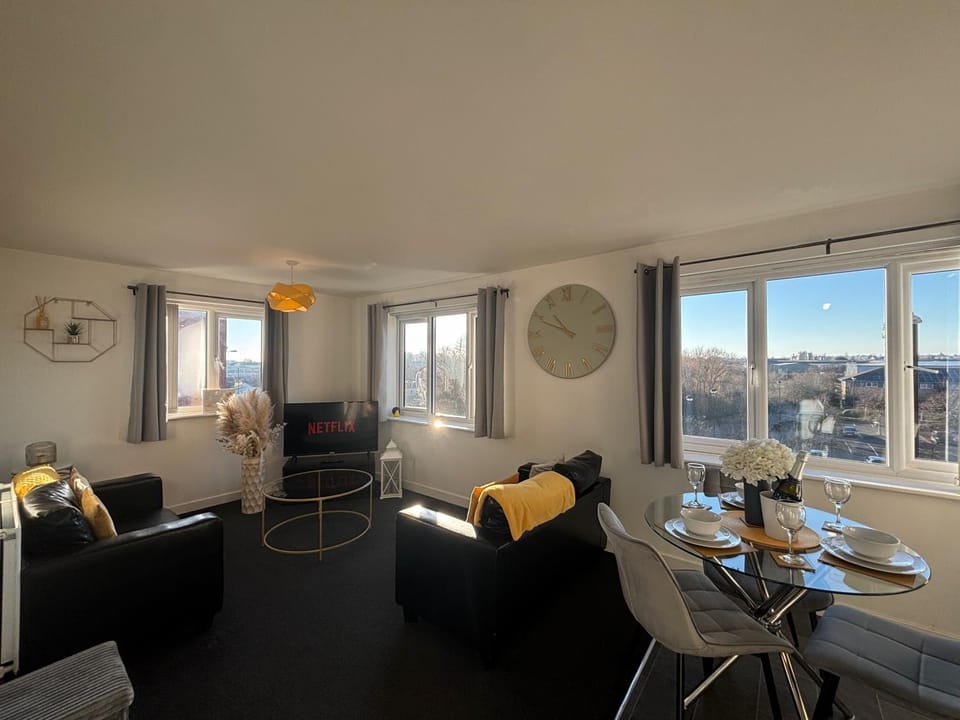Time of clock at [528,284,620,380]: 10:49
